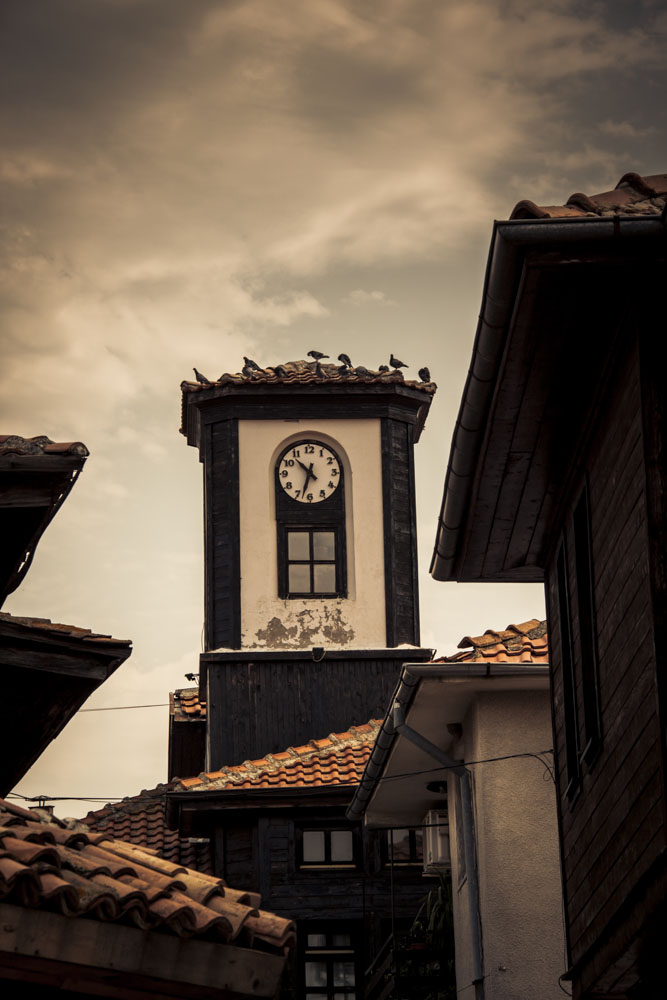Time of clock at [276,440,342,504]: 10:32
